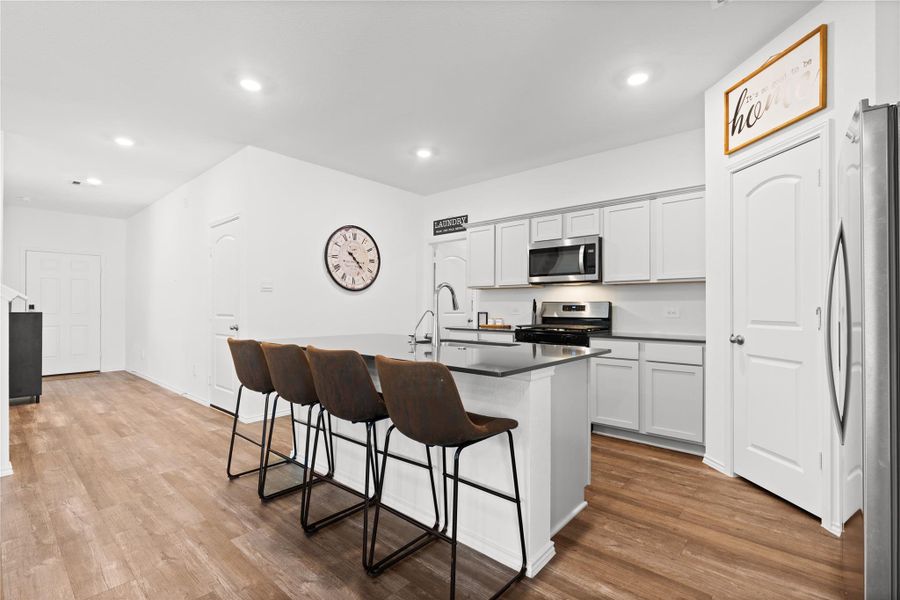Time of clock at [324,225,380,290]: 4:22
